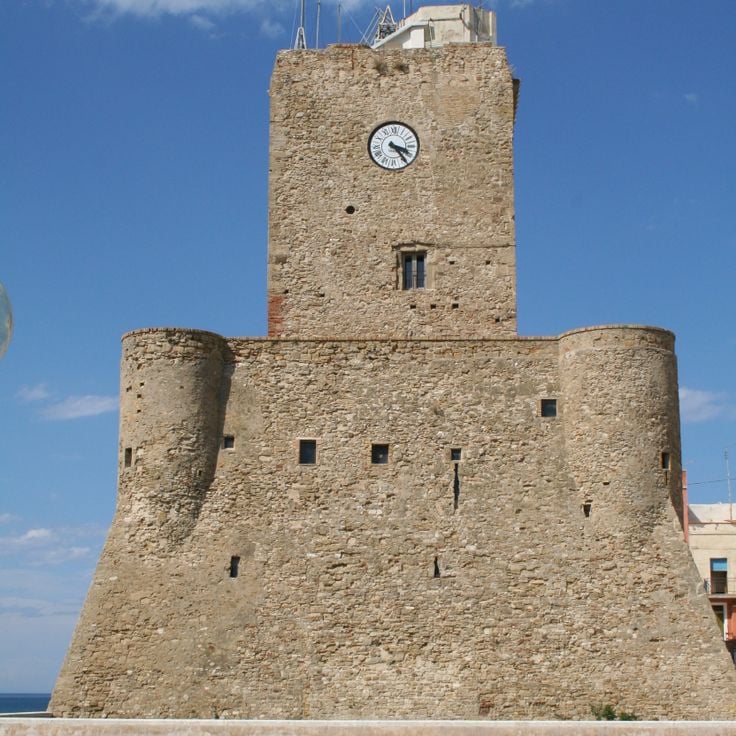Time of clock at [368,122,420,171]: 3:23
